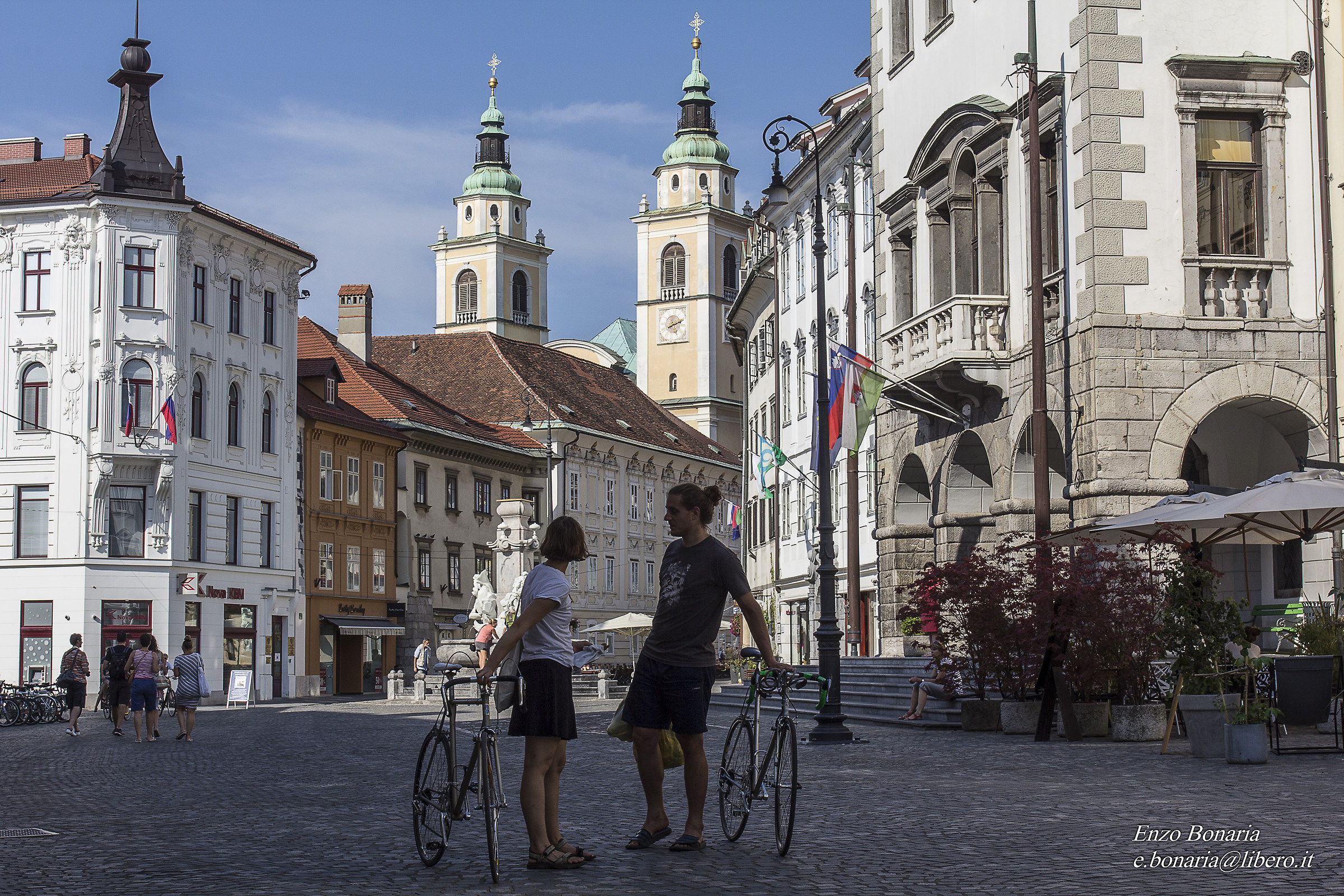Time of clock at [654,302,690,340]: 8:11
